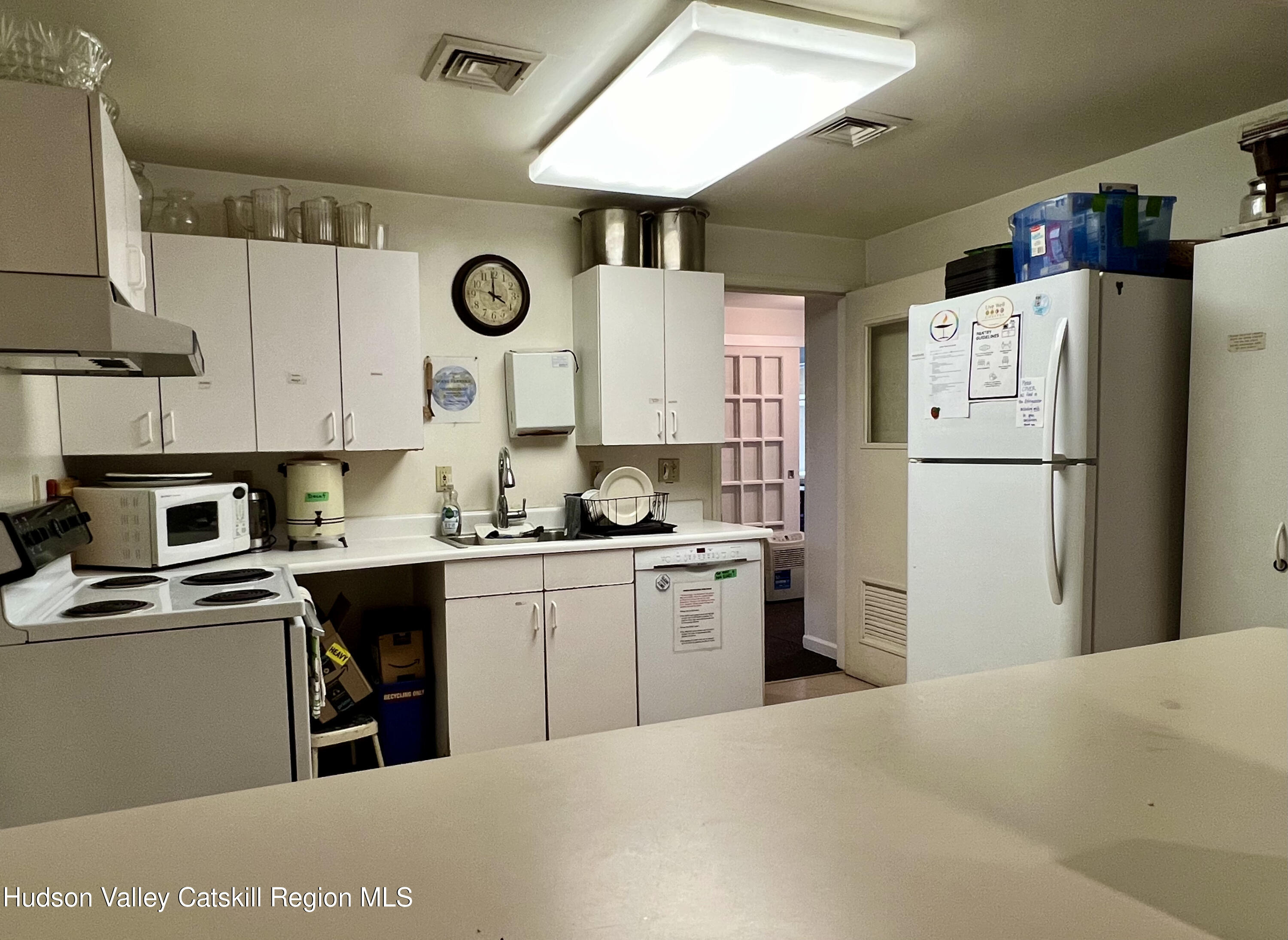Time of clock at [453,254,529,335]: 3:59
